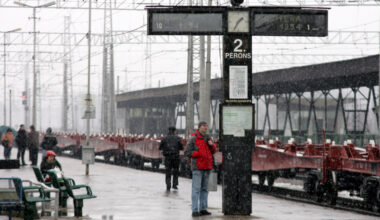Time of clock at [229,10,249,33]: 1:35
